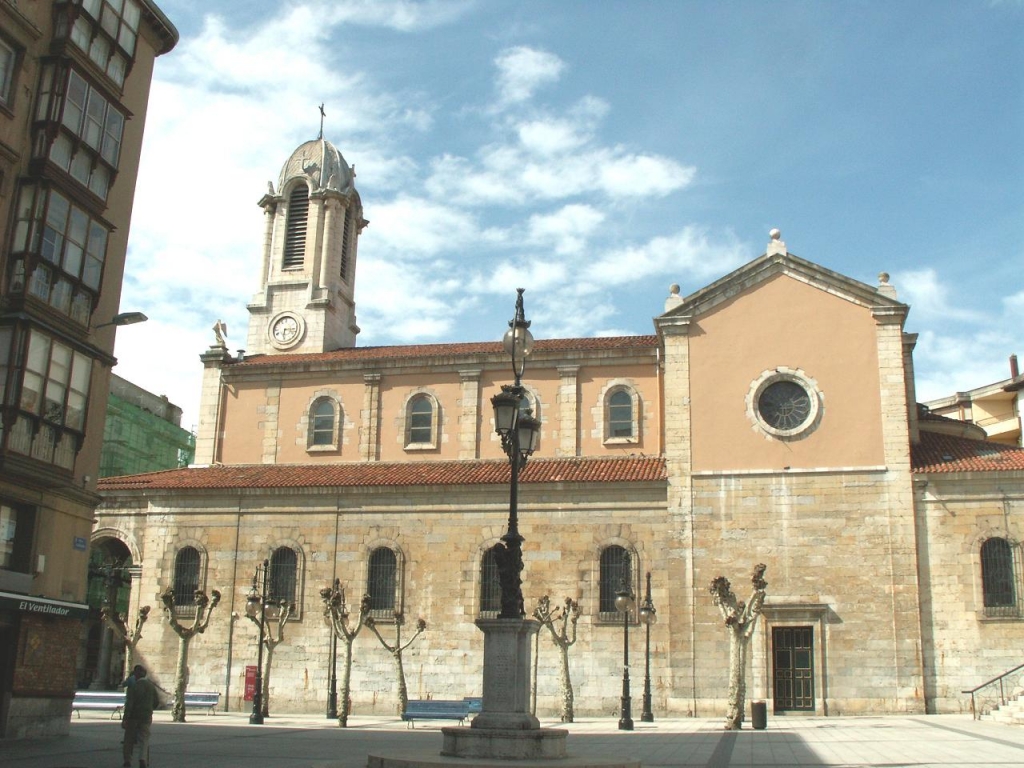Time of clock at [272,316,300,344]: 6:15
